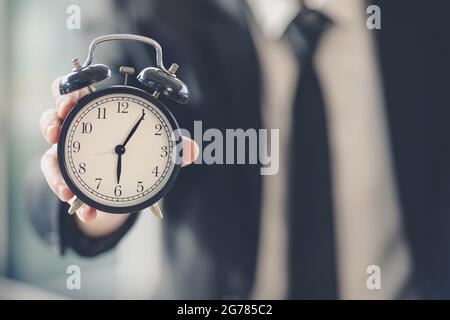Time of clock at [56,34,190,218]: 6:05
